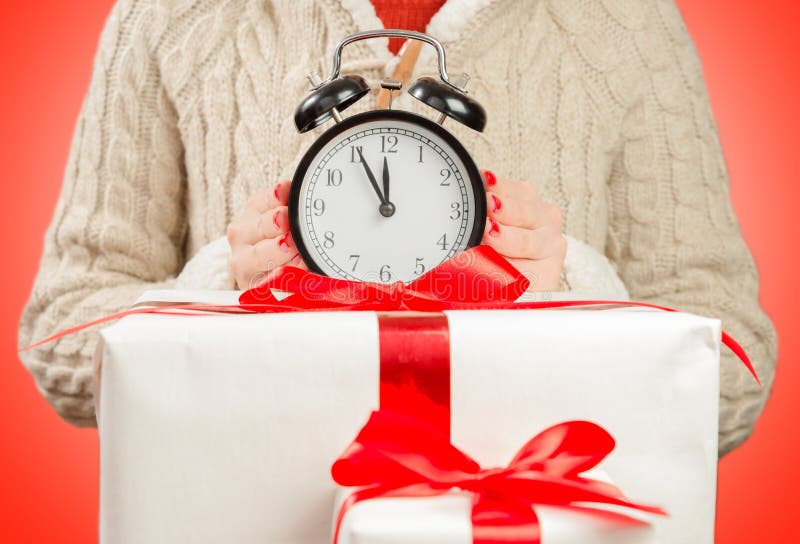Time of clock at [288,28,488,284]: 11:55
